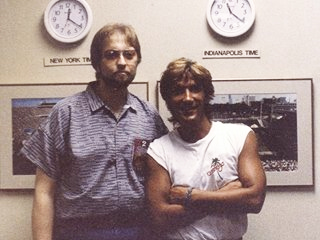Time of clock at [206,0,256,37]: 11:21
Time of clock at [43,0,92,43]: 12:20
